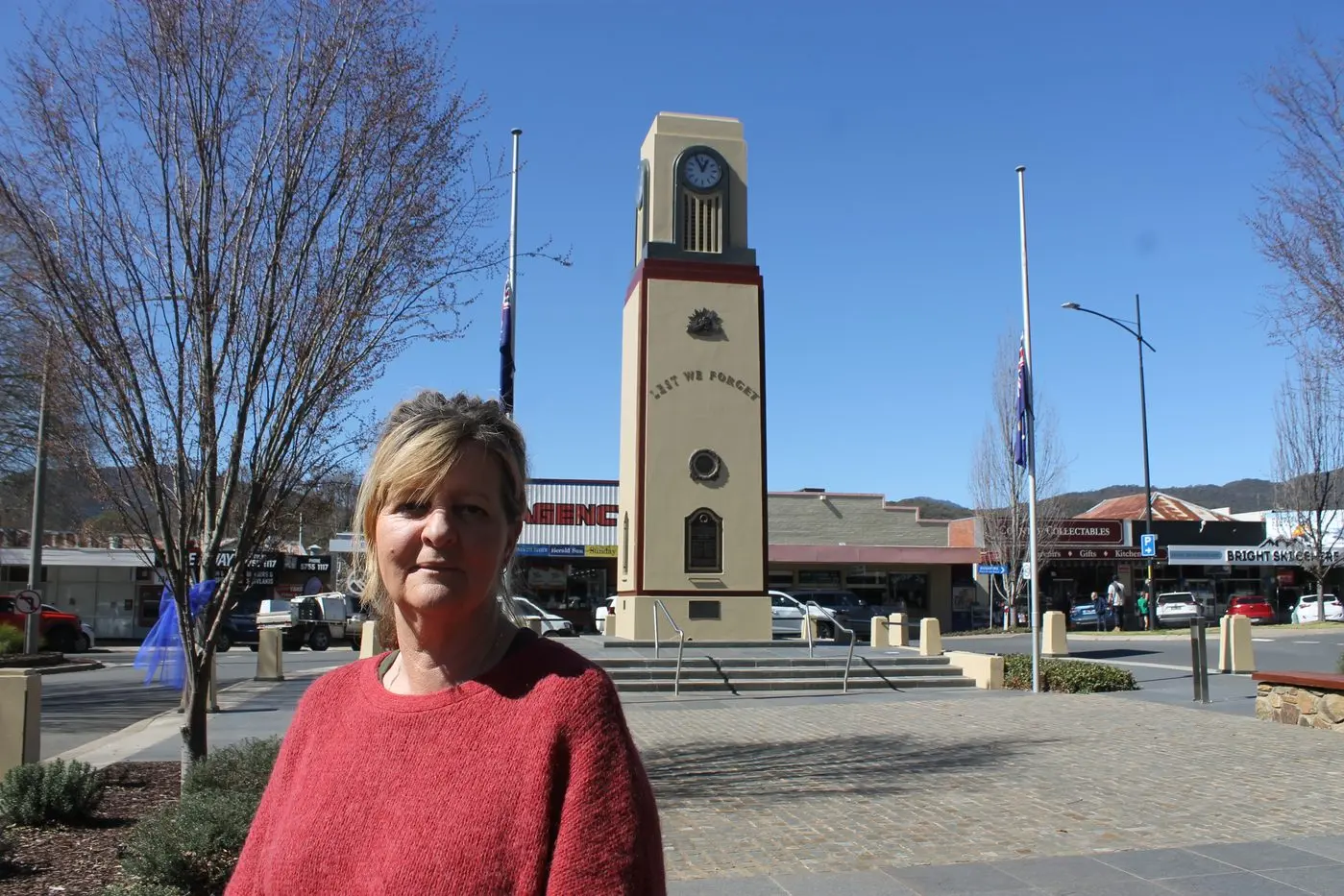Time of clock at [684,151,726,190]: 12:55
